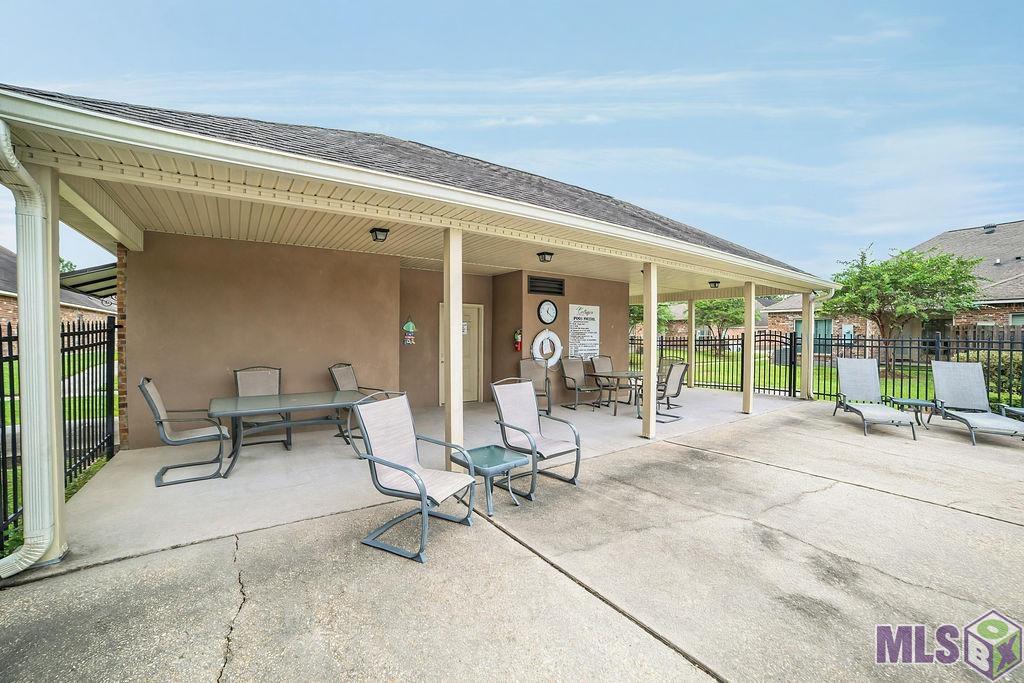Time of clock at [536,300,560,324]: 12:21
